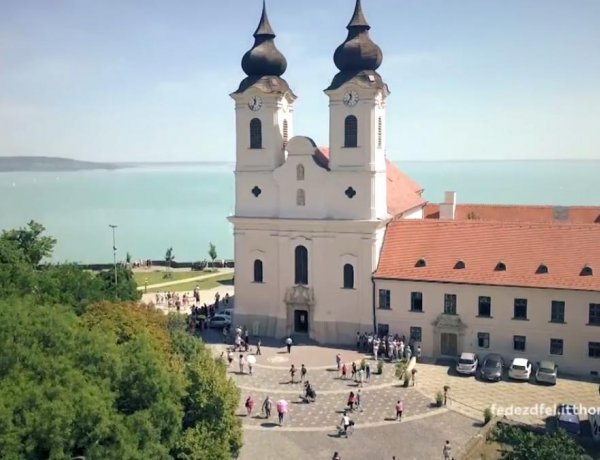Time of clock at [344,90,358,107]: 11:35
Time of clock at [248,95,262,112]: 11:35
